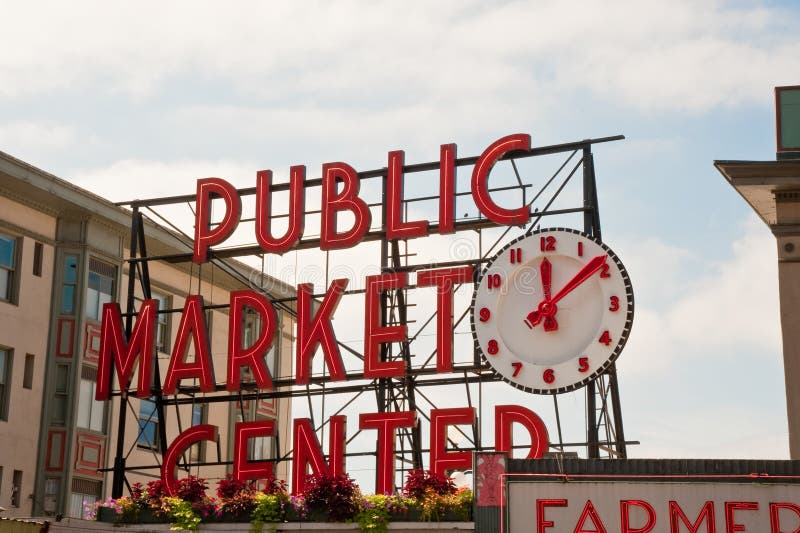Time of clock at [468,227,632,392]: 12:08
